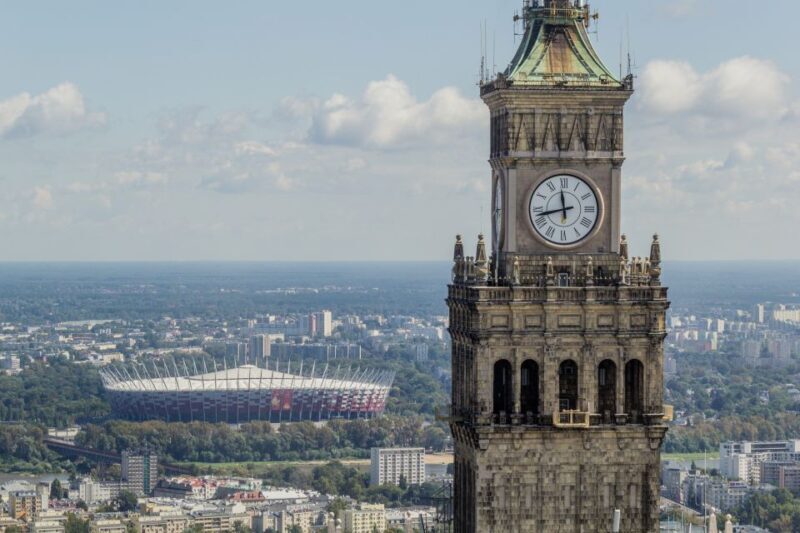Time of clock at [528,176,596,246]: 11:42
